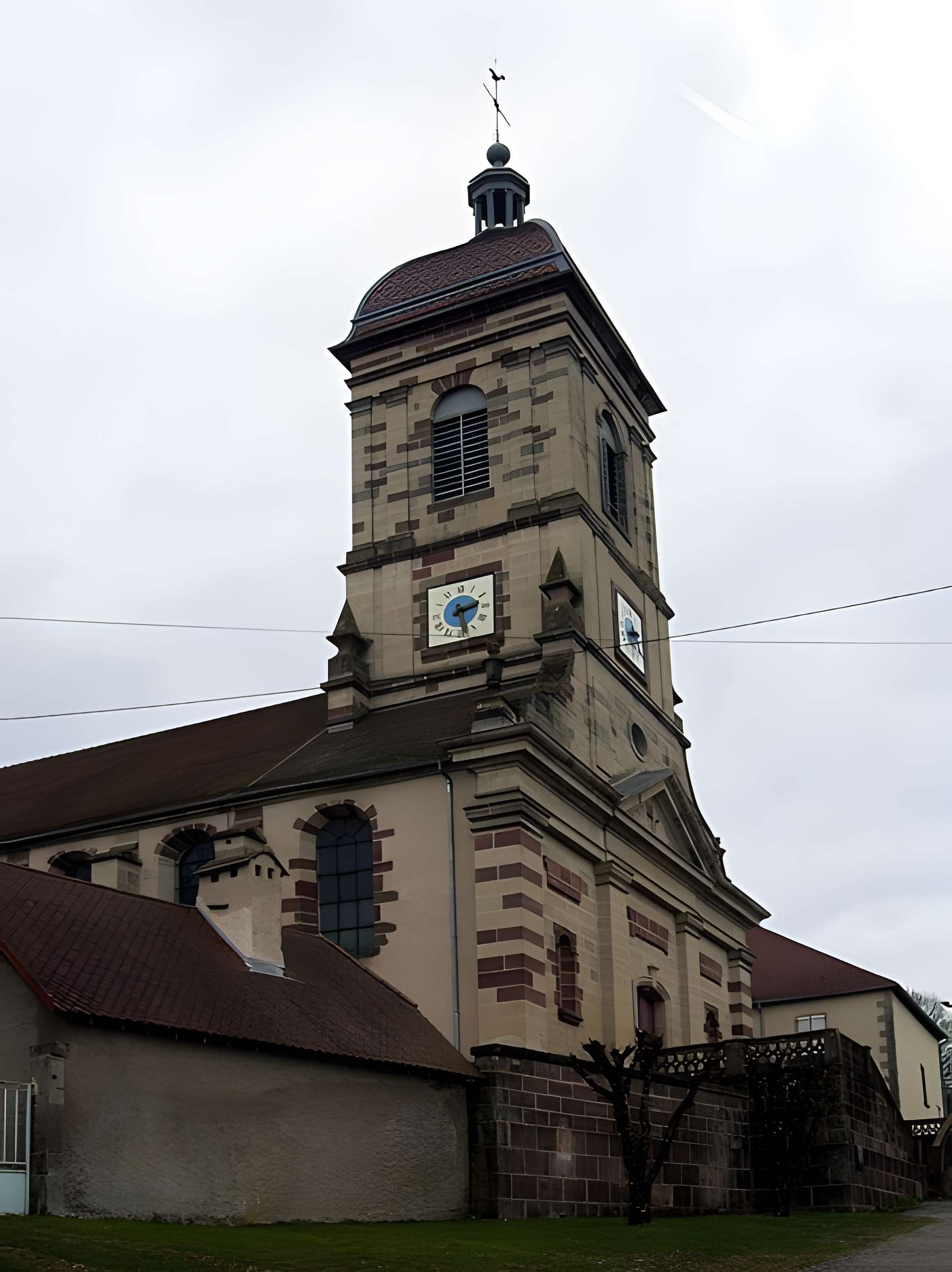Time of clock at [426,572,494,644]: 2:28
